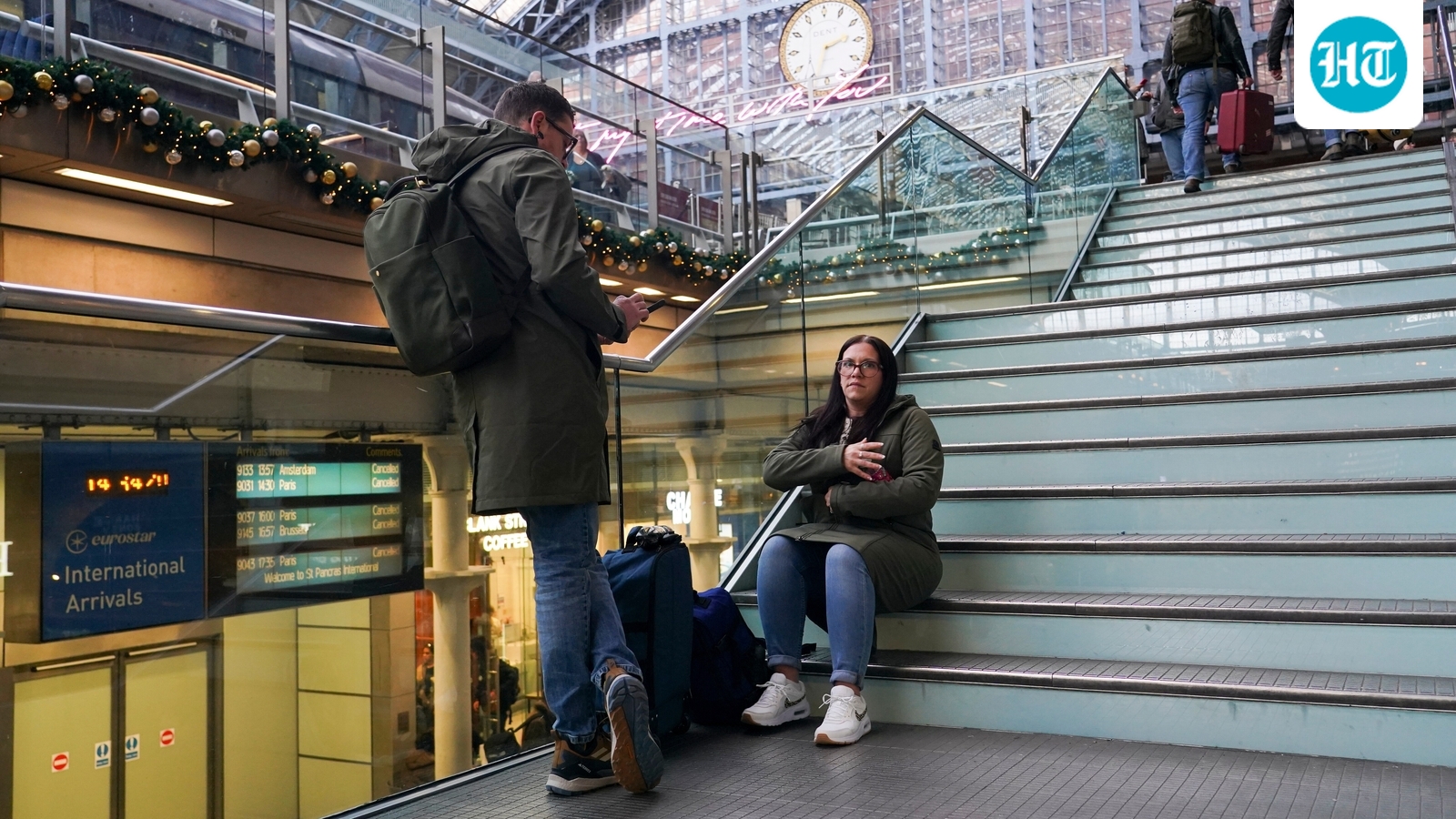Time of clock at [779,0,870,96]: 2:33
